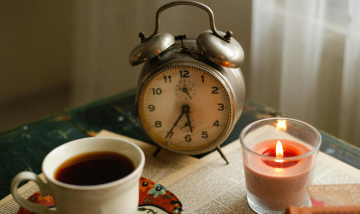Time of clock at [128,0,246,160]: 5:35
